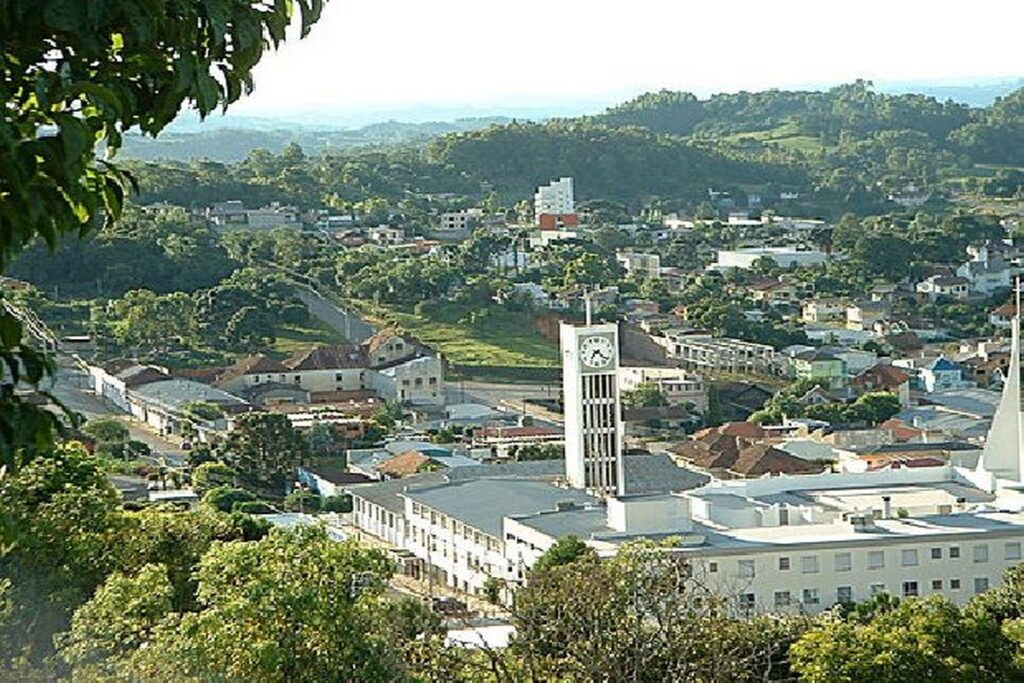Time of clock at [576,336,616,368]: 7:21
